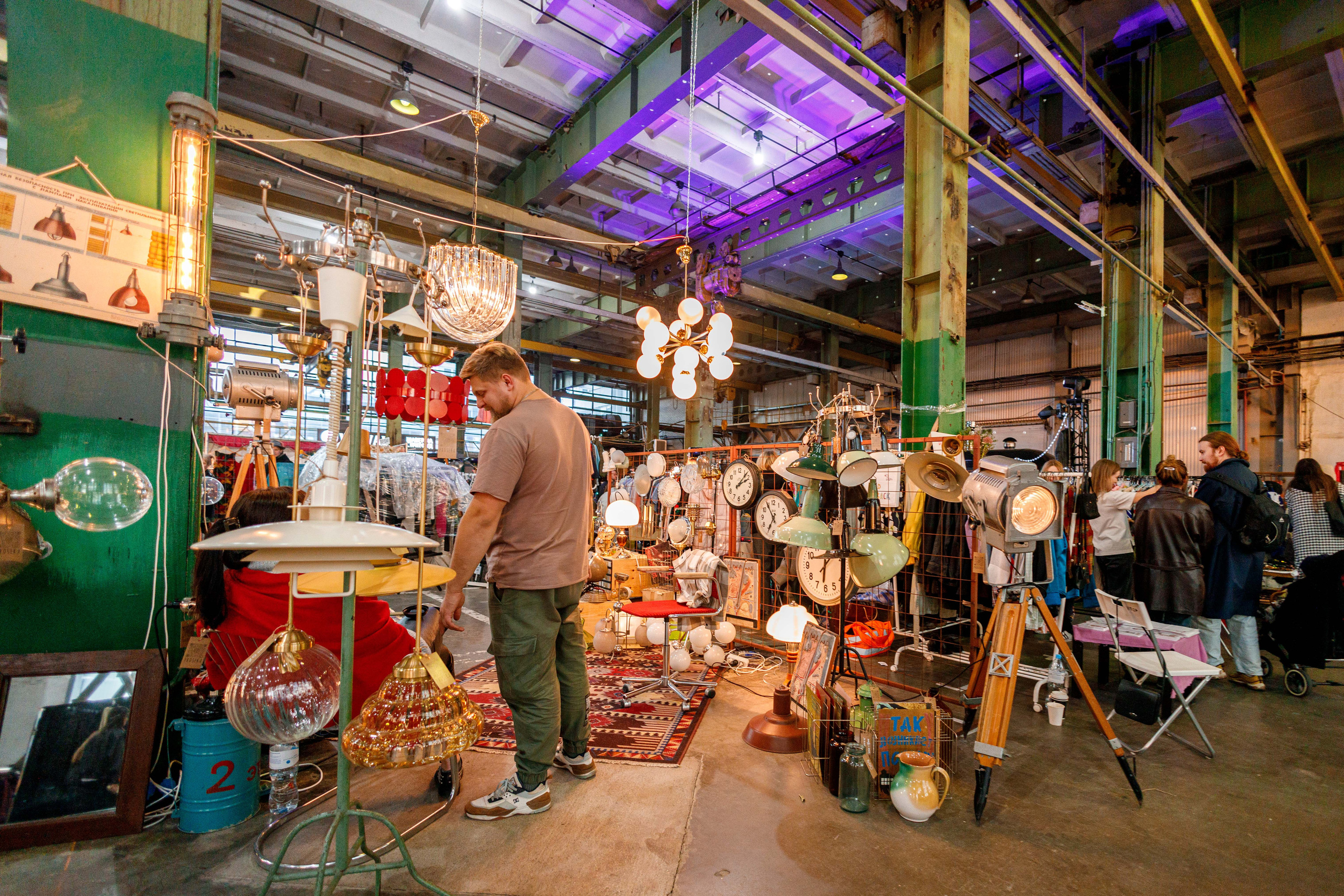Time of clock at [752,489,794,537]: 6:54
